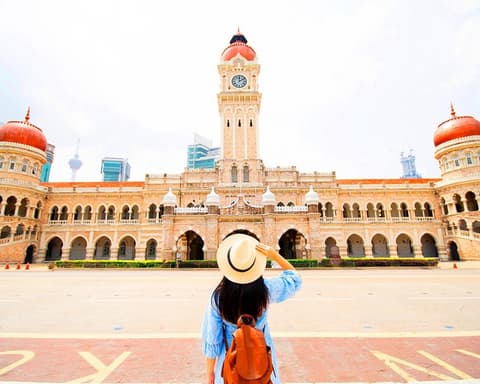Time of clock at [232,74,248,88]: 12:09
